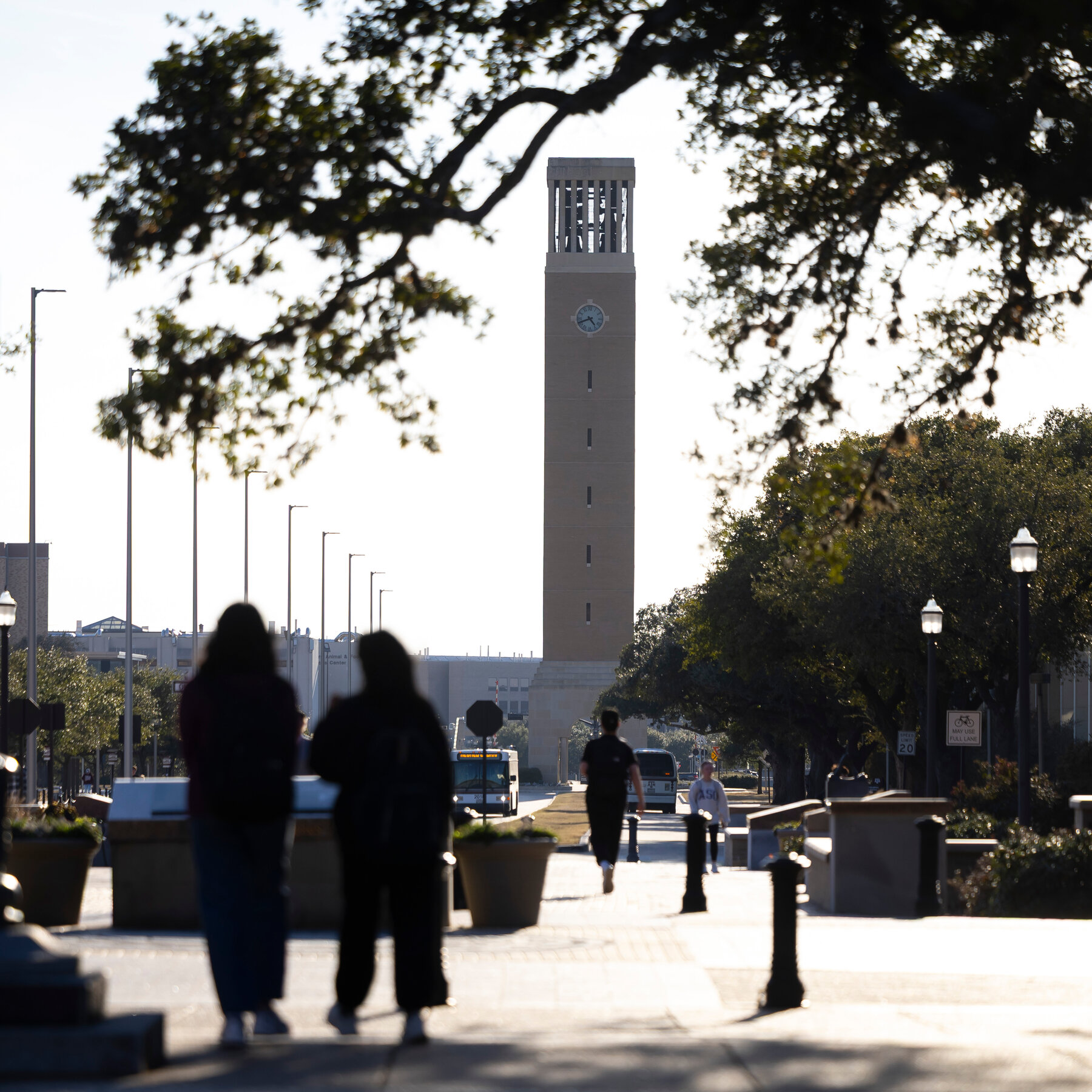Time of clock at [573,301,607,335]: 4:41
